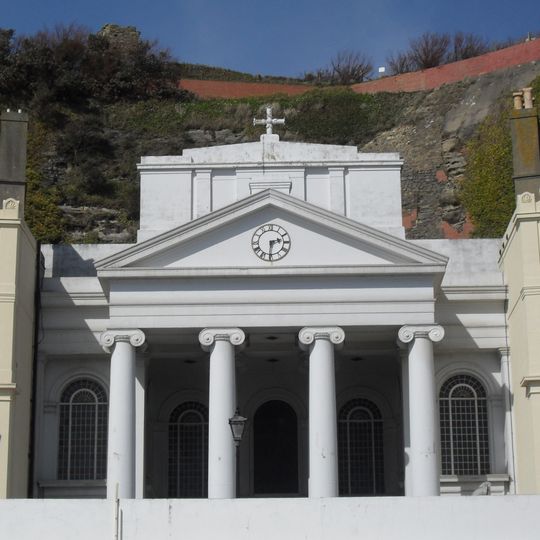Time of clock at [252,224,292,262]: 2:30
